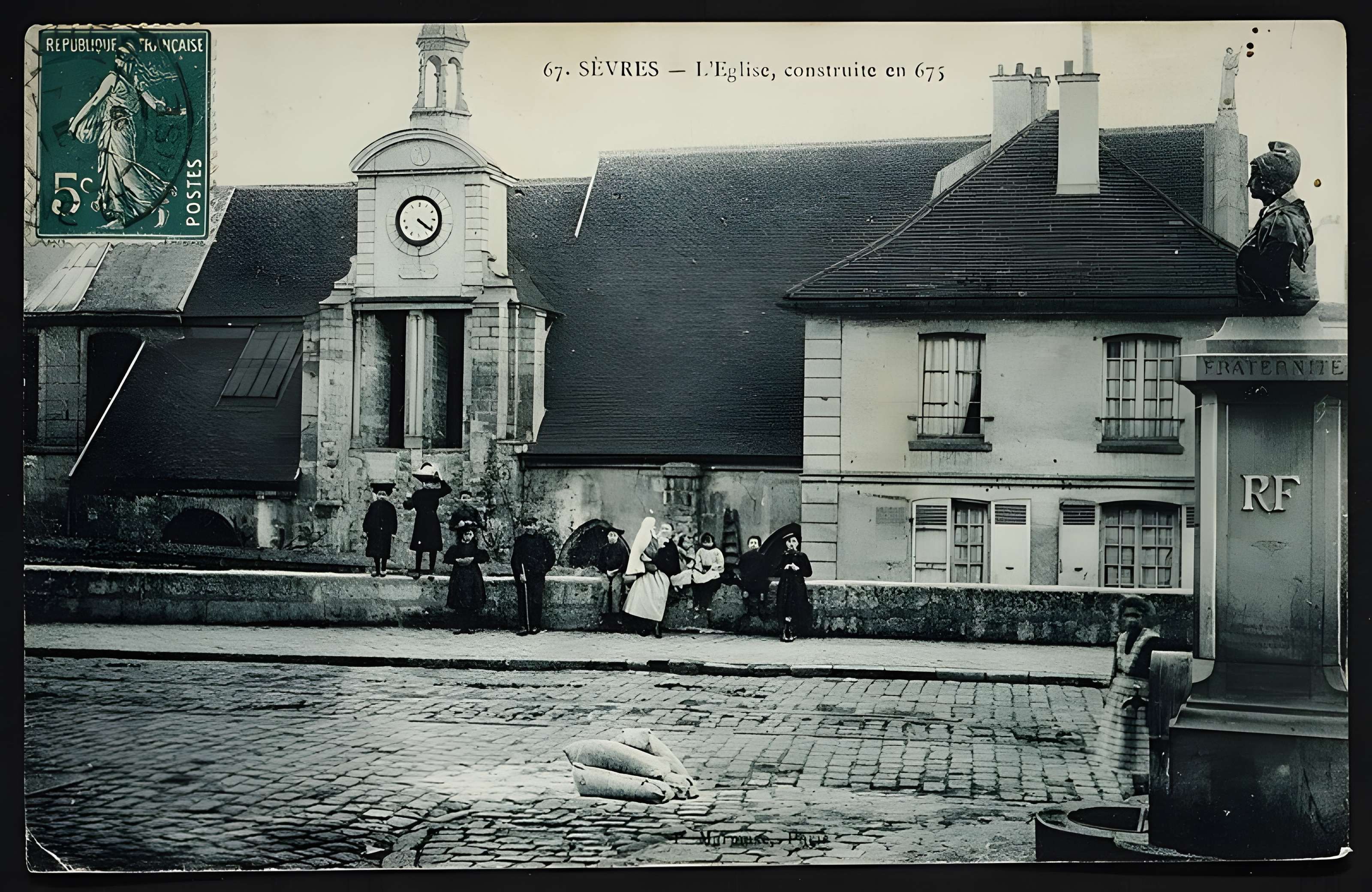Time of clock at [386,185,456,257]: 4:20
